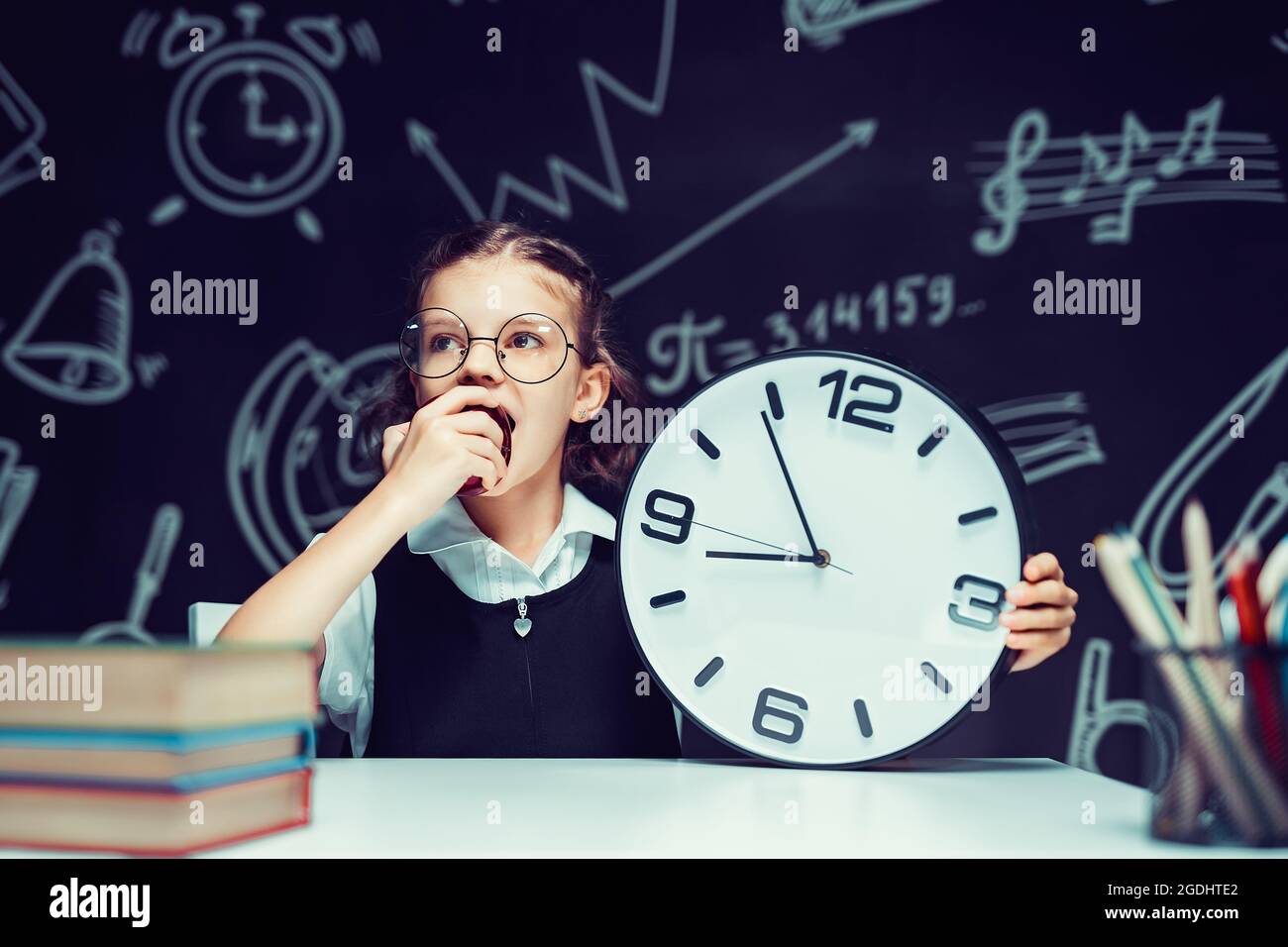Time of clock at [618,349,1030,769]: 8:54
